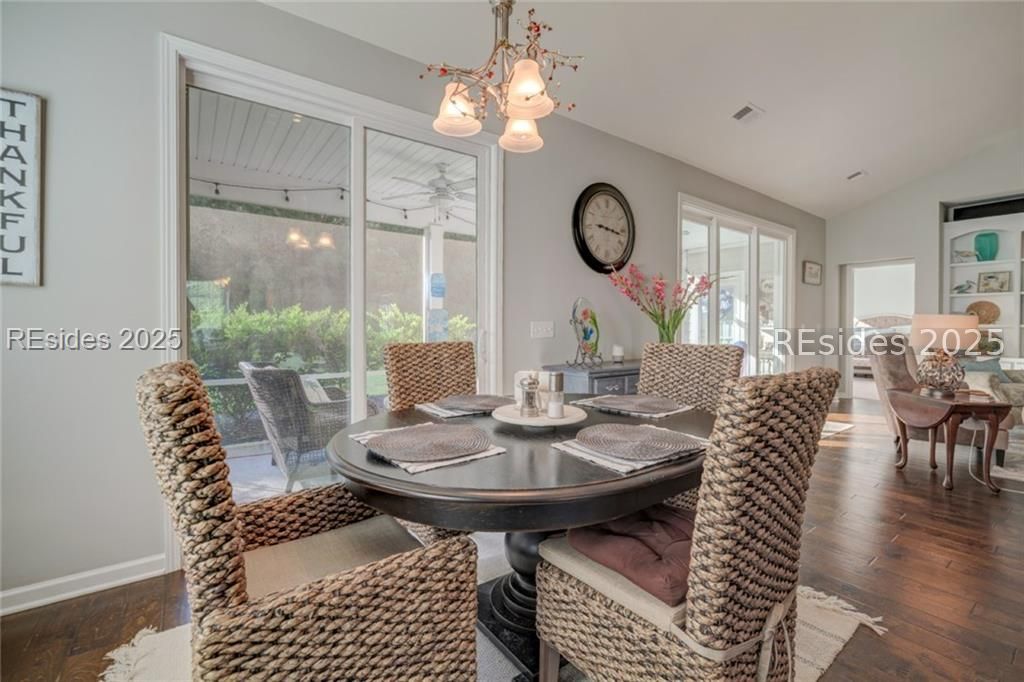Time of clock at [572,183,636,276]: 9:16
